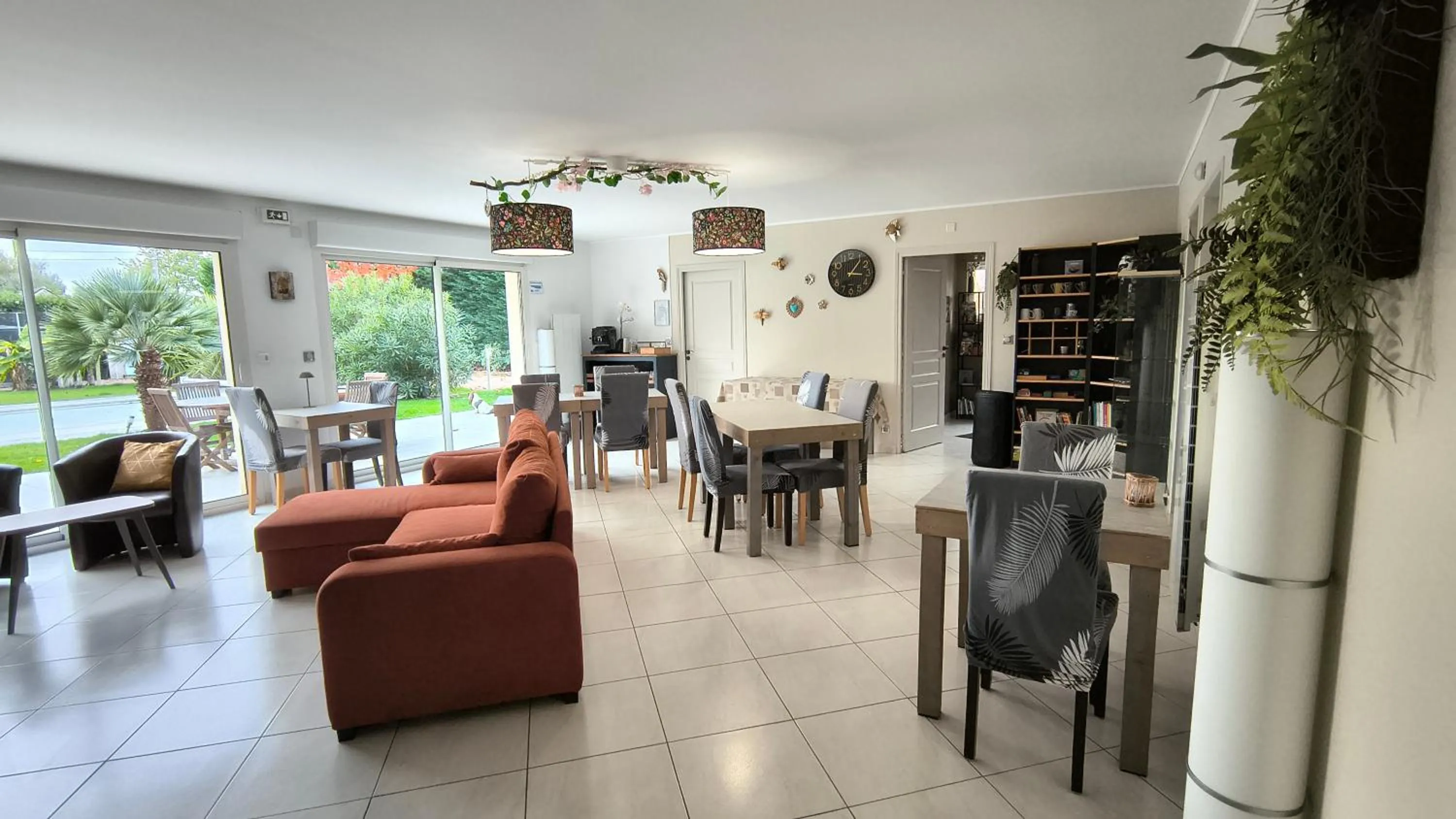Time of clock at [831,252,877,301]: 3:06
